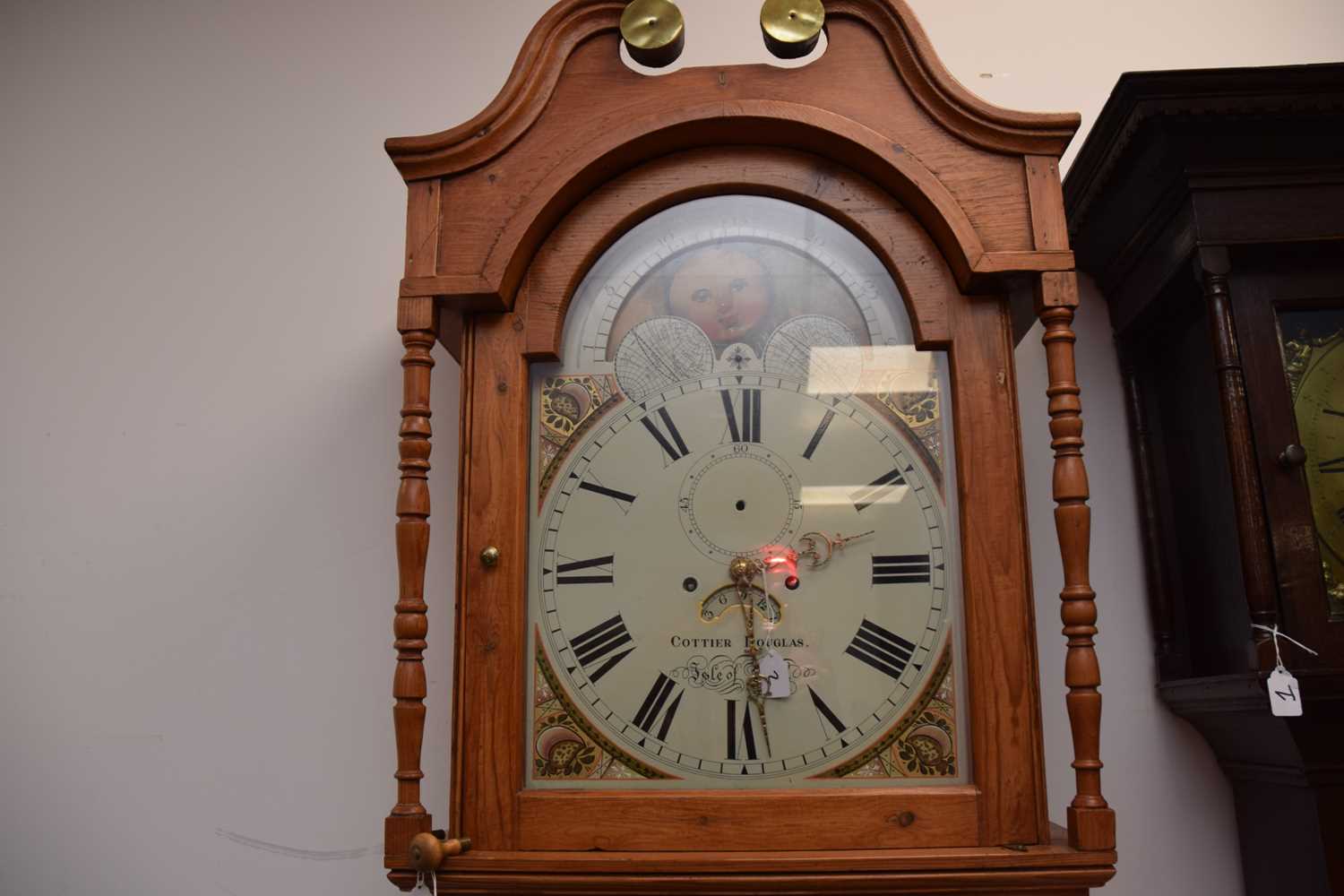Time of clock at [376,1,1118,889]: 2:29
